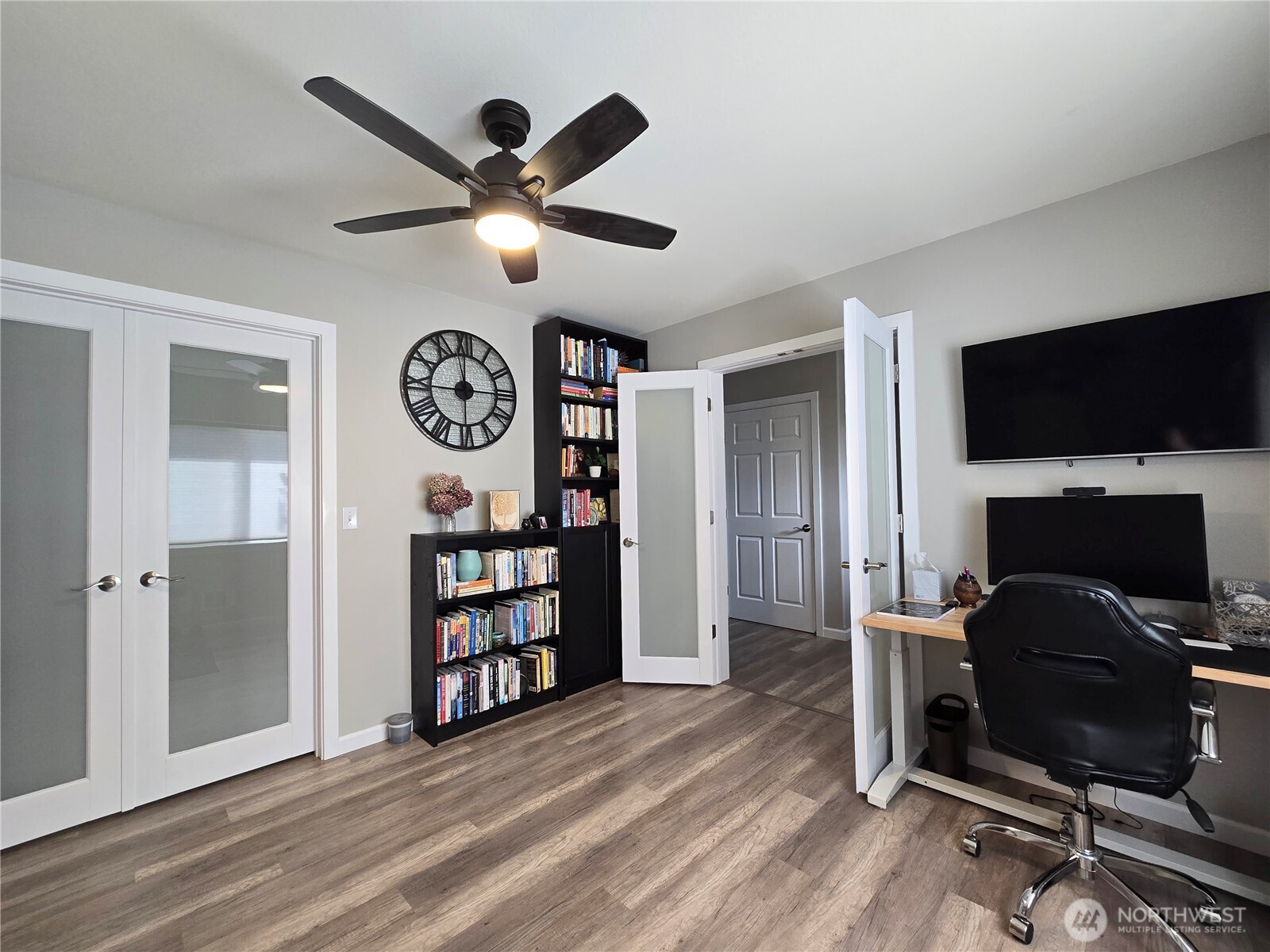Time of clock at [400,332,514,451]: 11:44
